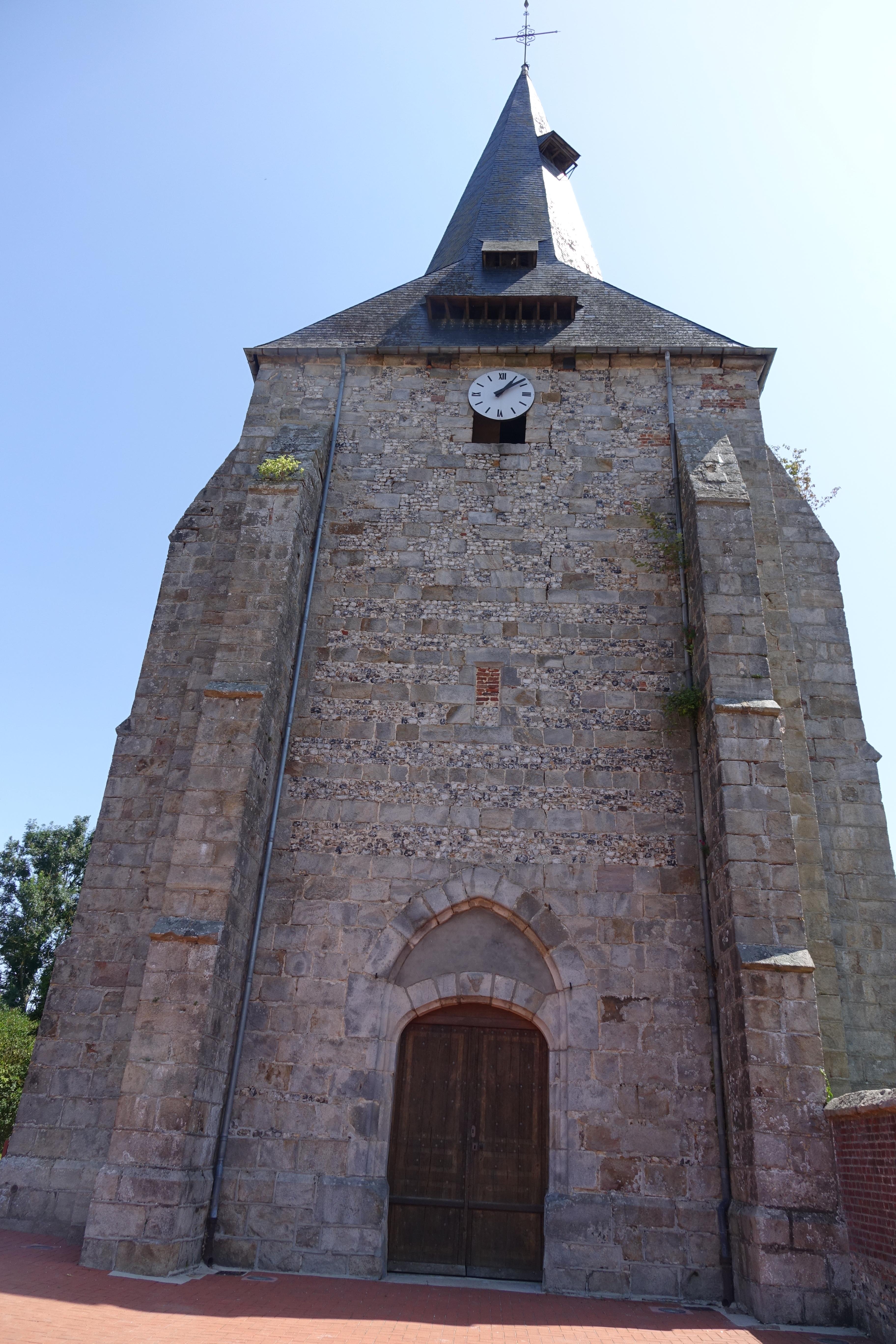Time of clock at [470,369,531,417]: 1:08
